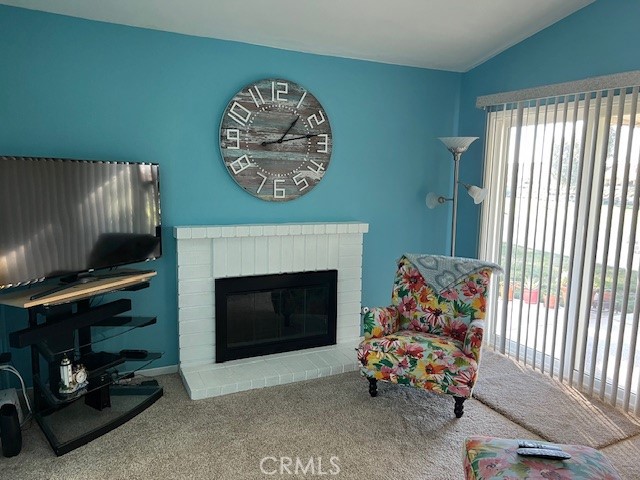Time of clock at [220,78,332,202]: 1:13
